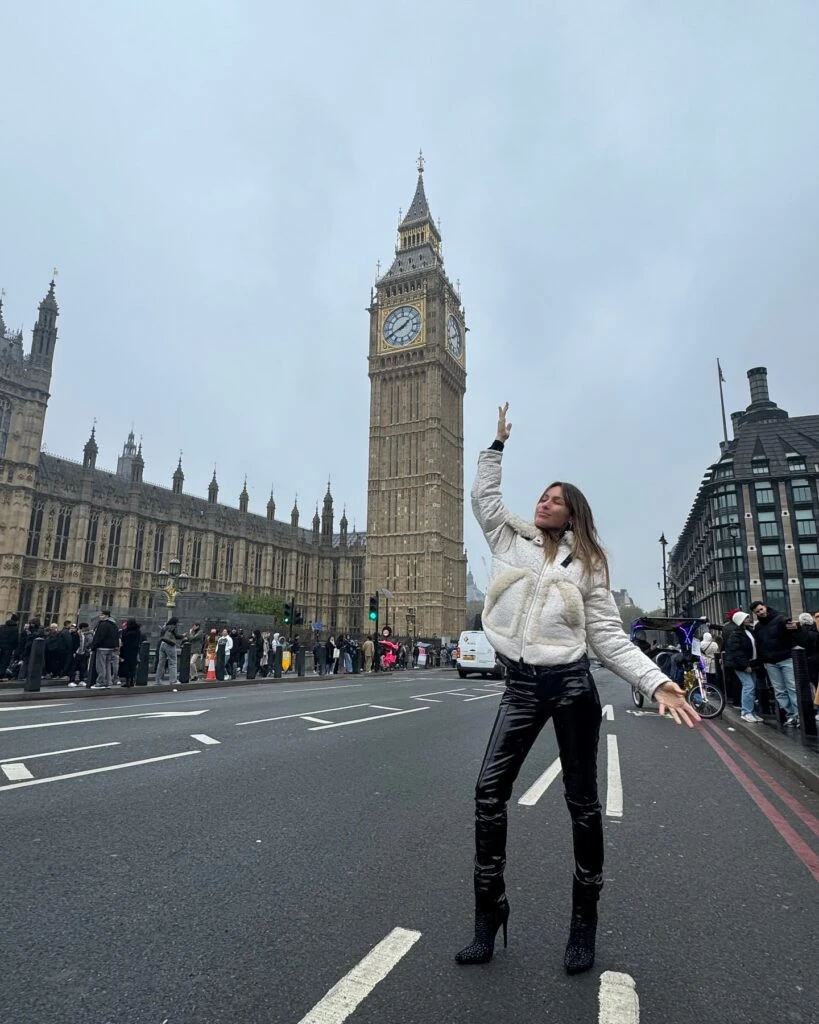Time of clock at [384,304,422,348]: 1:41
